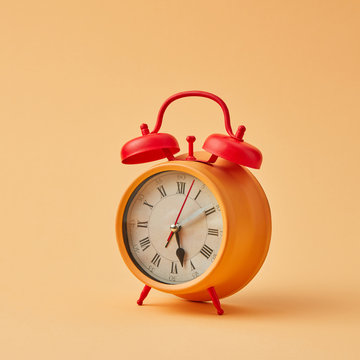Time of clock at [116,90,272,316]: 5:10
